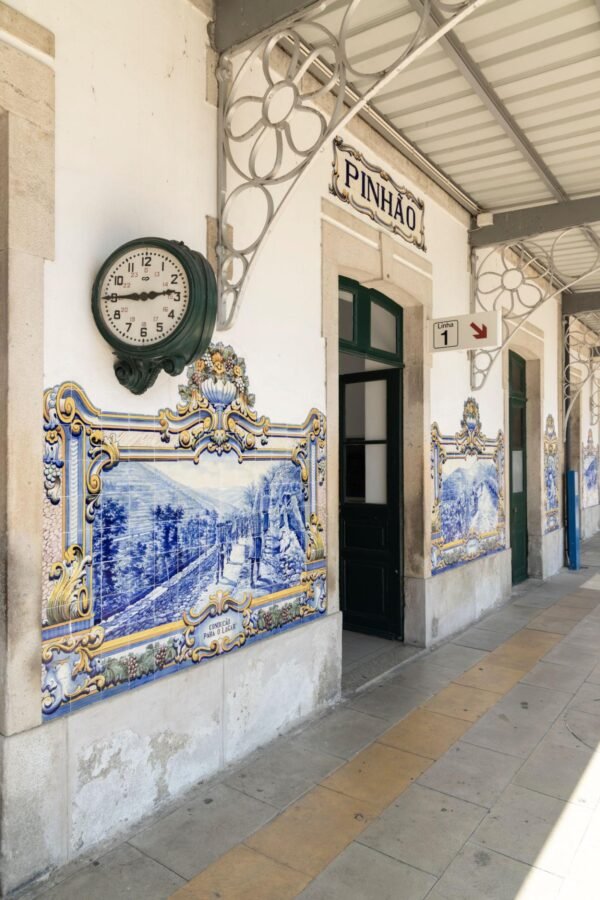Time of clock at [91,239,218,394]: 2:45
